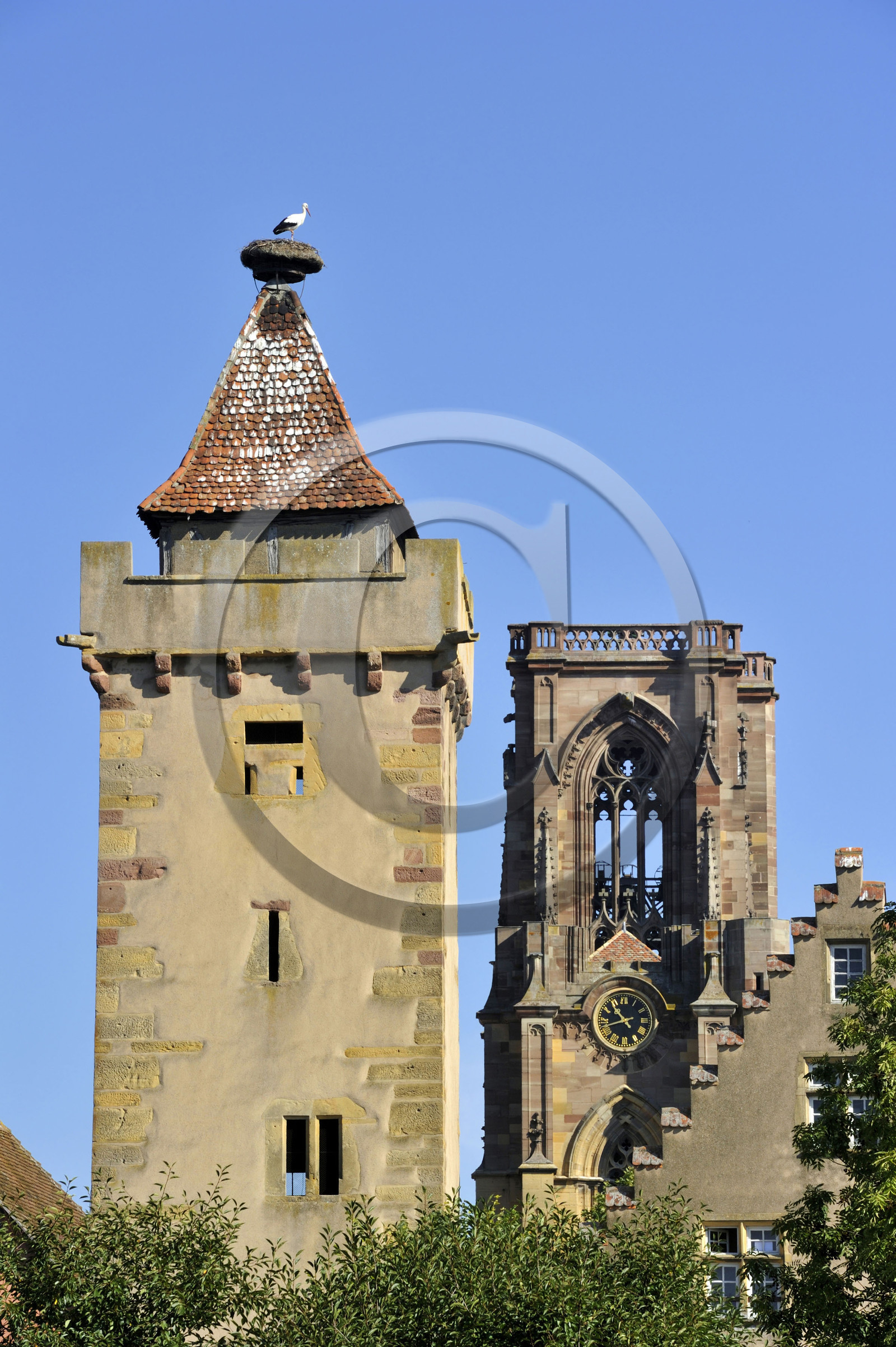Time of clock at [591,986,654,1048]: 10:42
